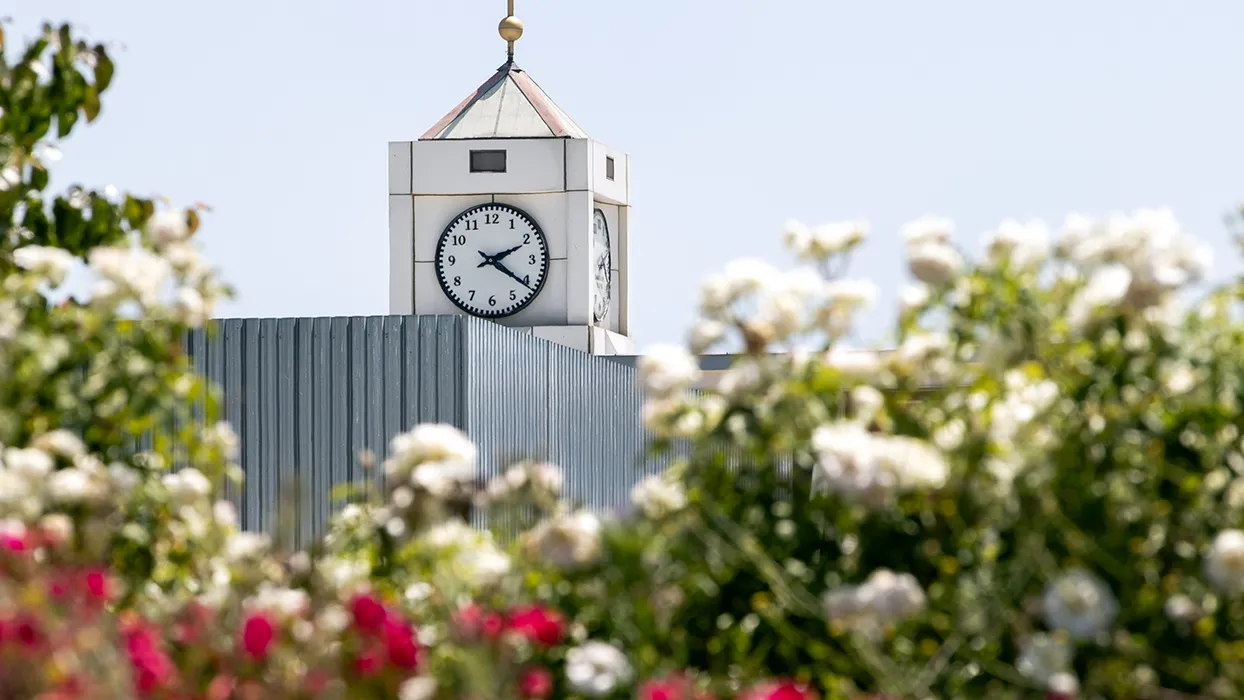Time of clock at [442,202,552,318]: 2:21
